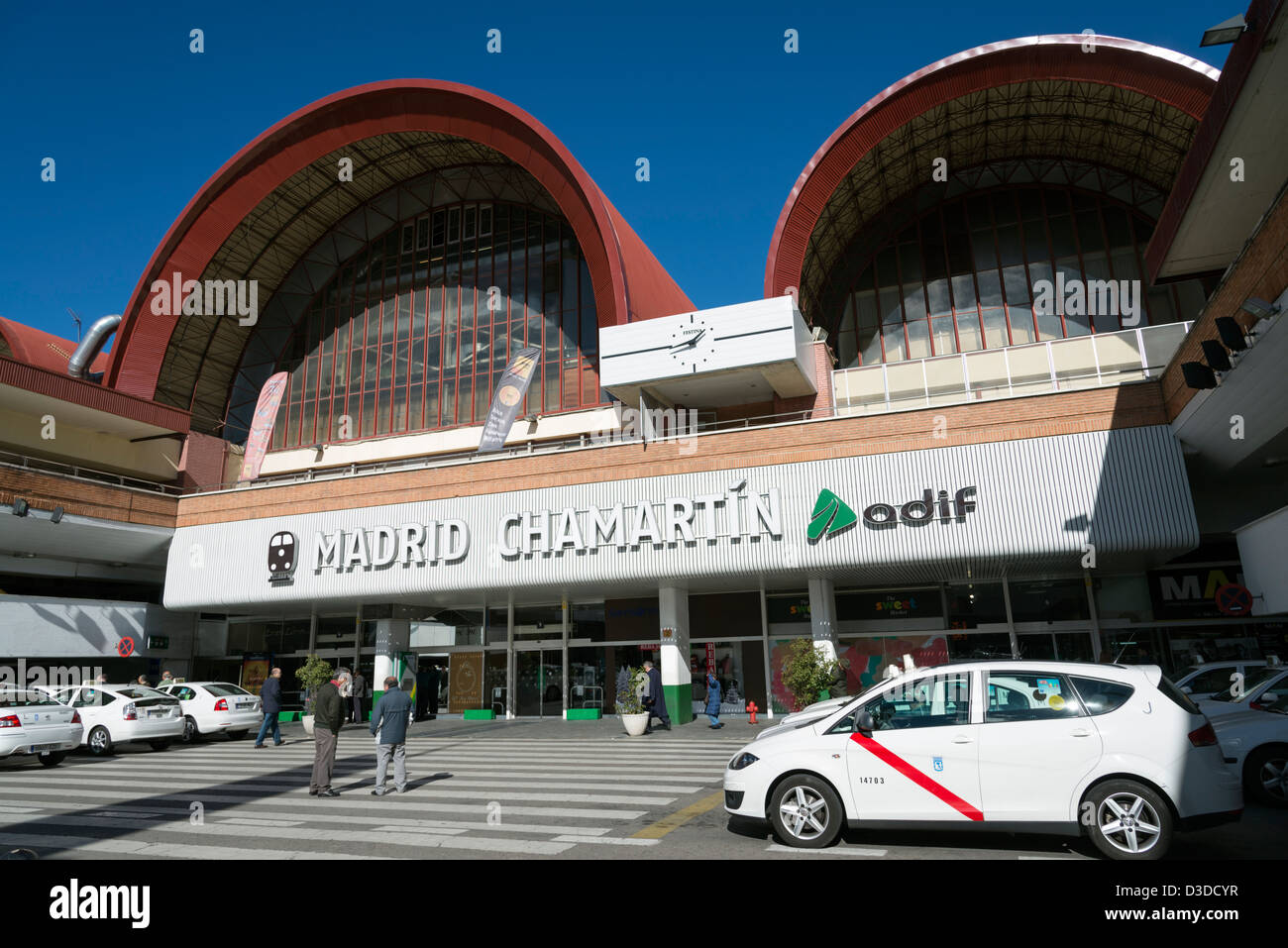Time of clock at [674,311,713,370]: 1:43
